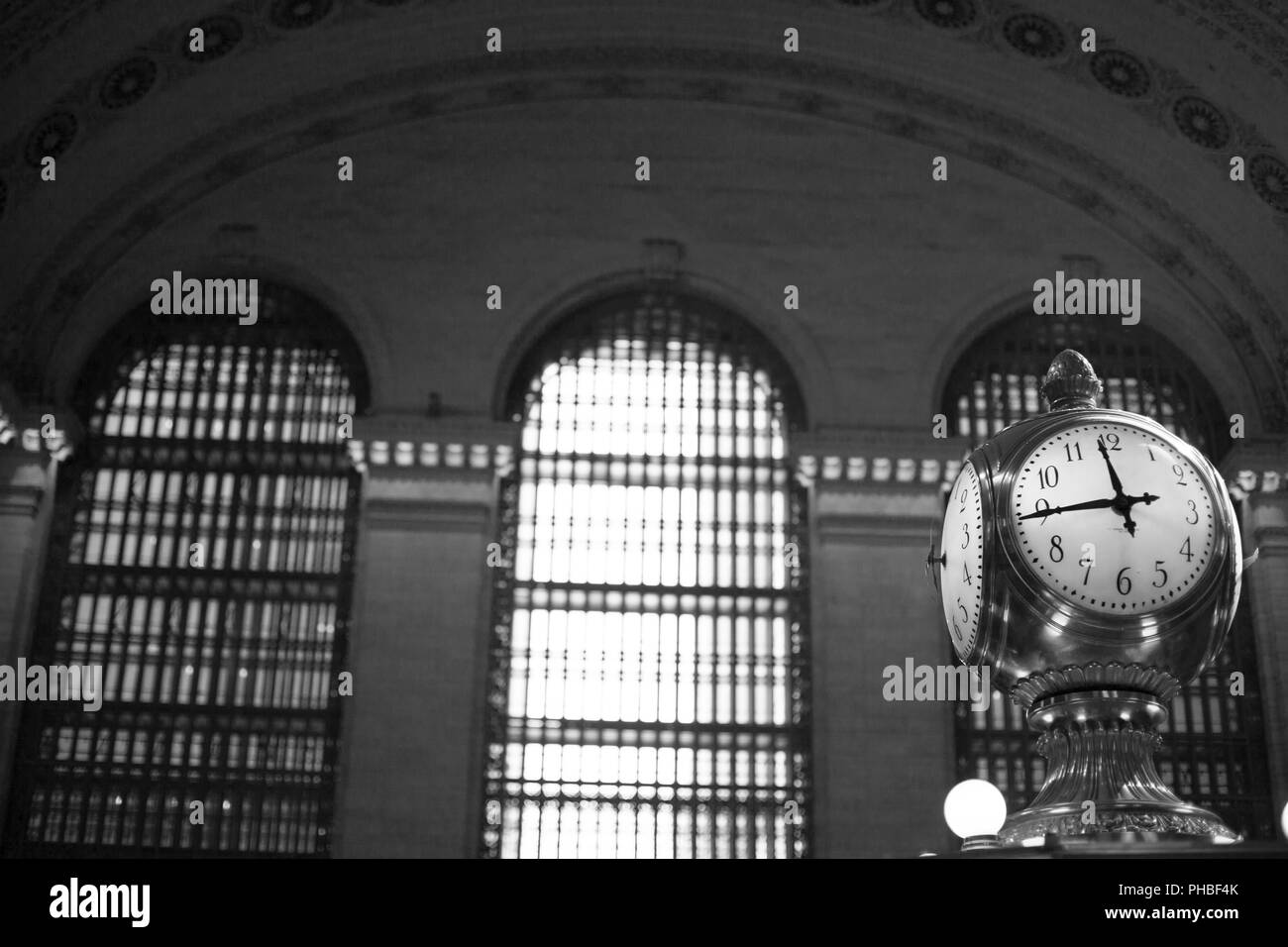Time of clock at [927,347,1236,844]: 11:44
